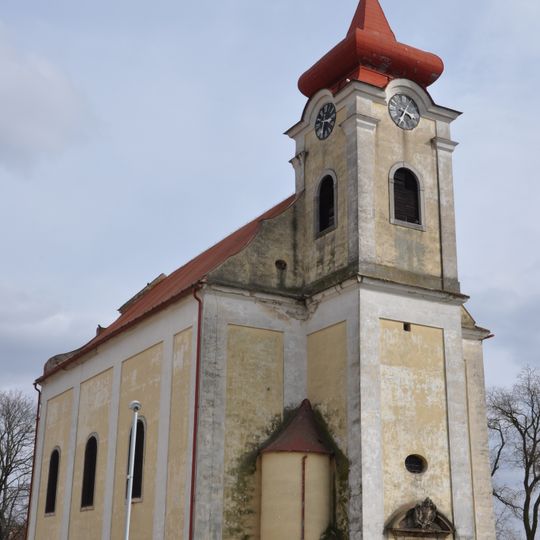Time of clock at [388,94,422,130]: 3:34
